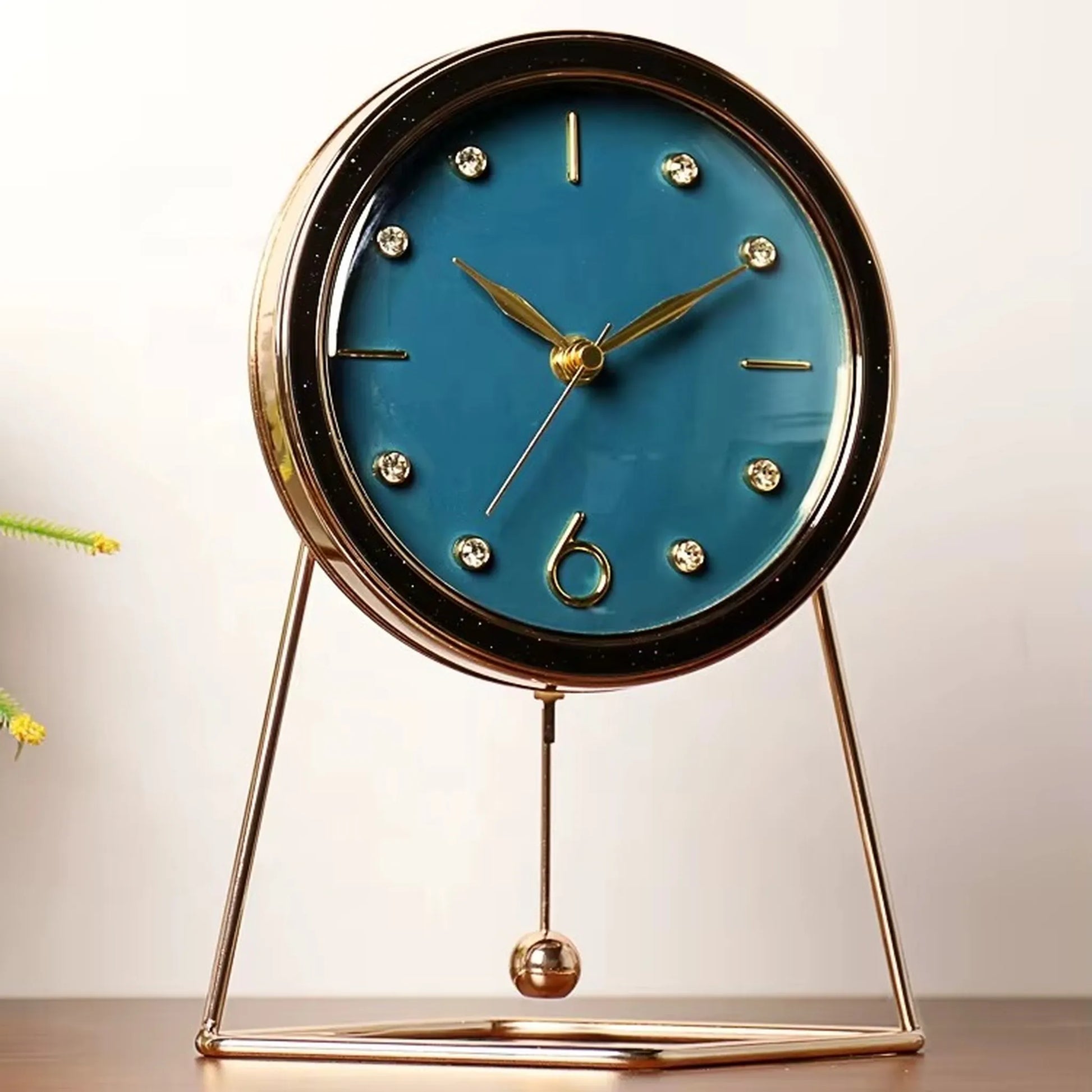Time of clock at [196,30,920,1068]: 10:10
